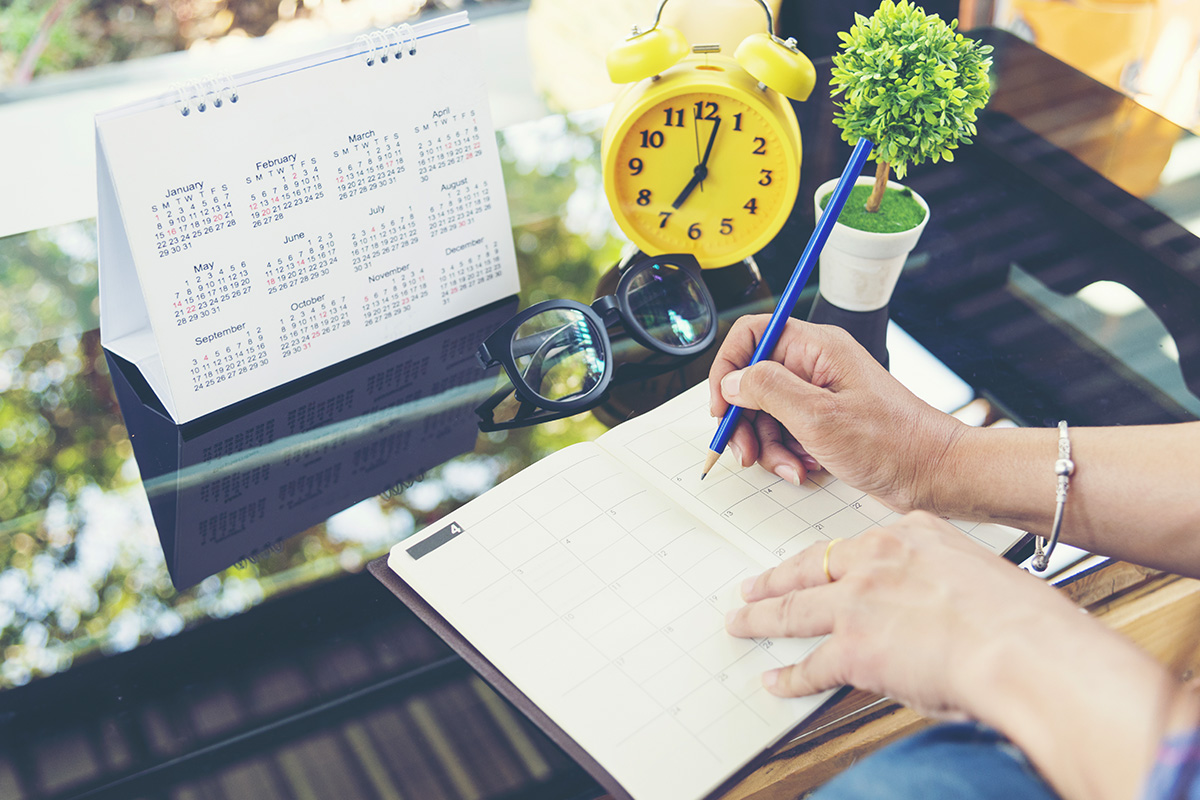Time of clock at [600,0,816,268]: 7:02
